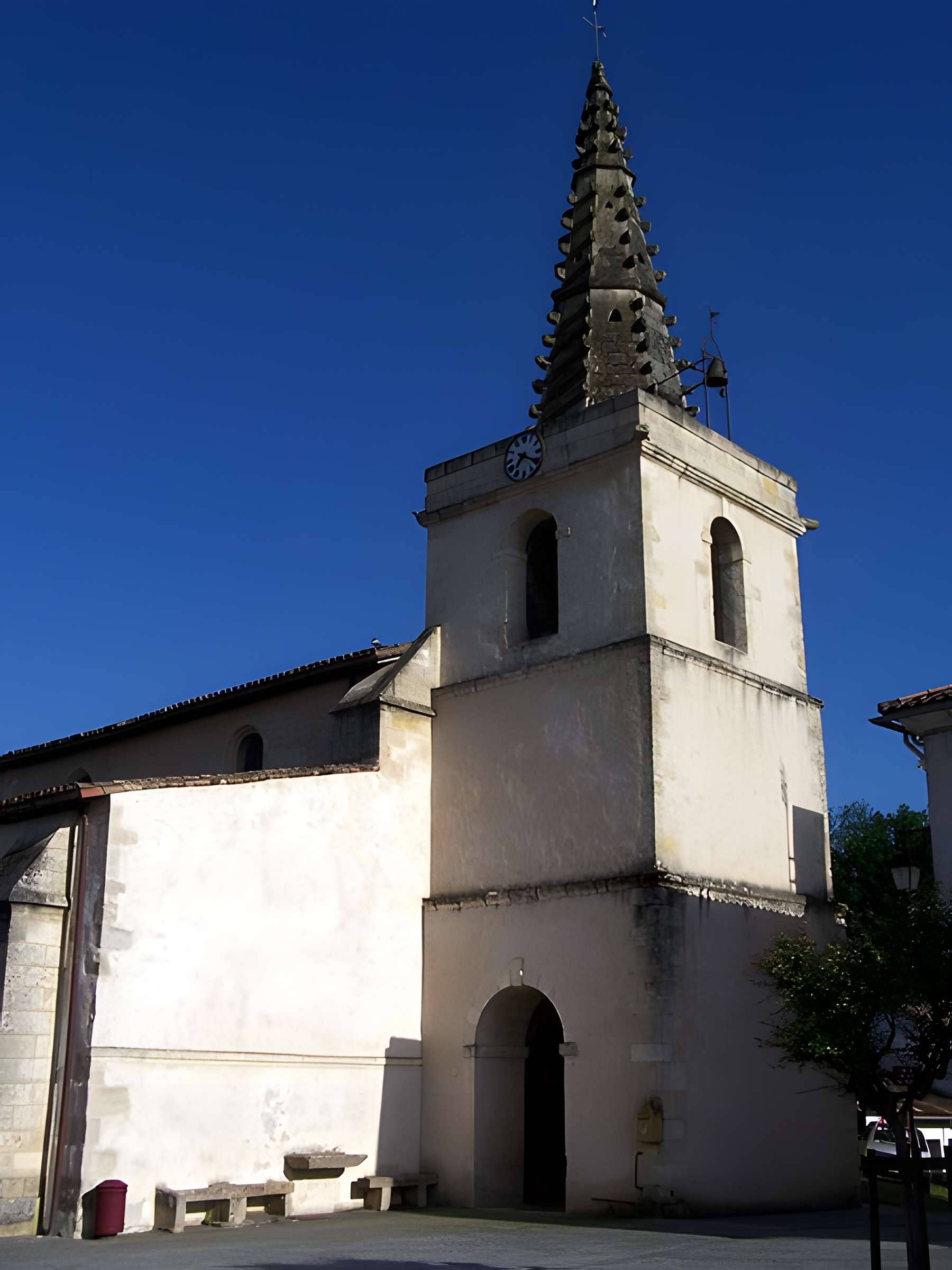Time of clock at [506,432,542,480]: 7:20
